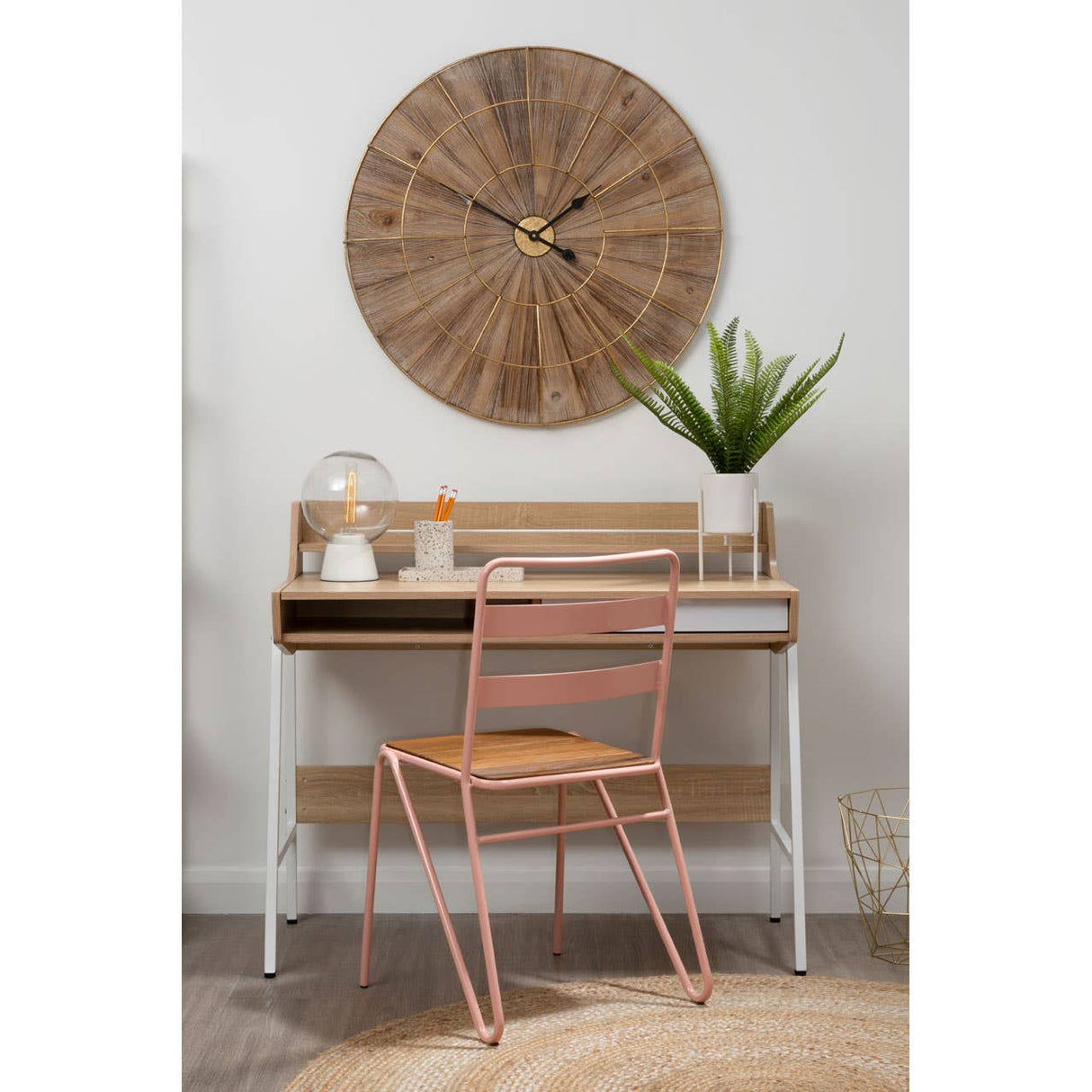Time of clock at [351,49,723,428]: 1:49
